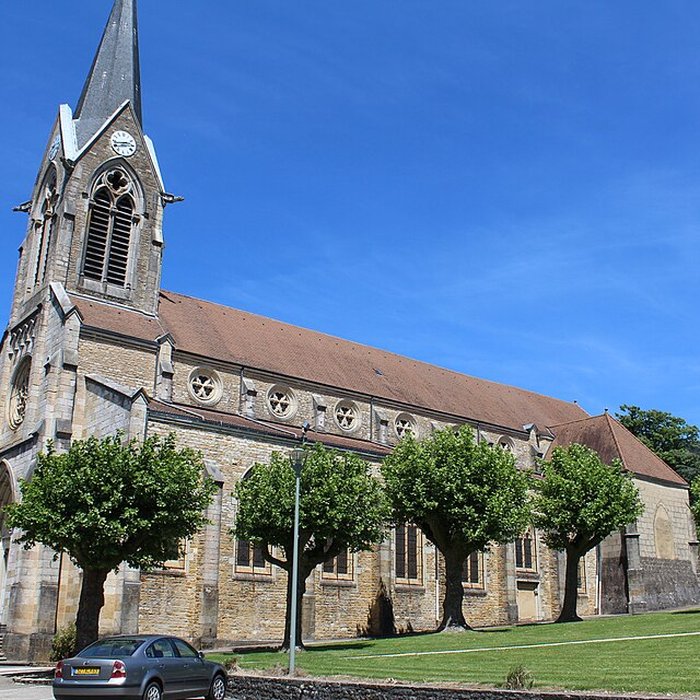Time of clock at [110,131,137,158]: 2:42
